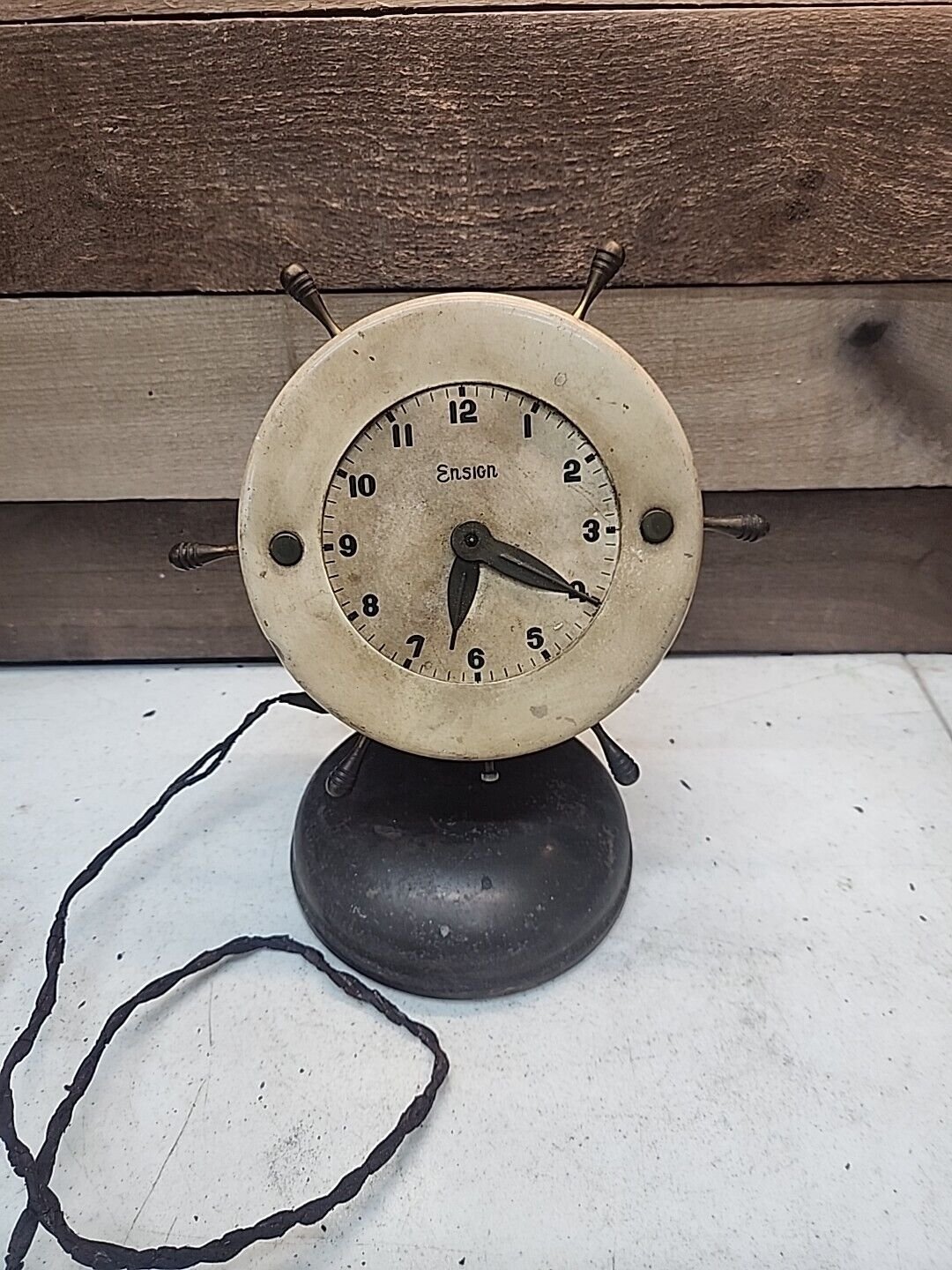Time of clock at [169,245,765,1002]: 6:19
